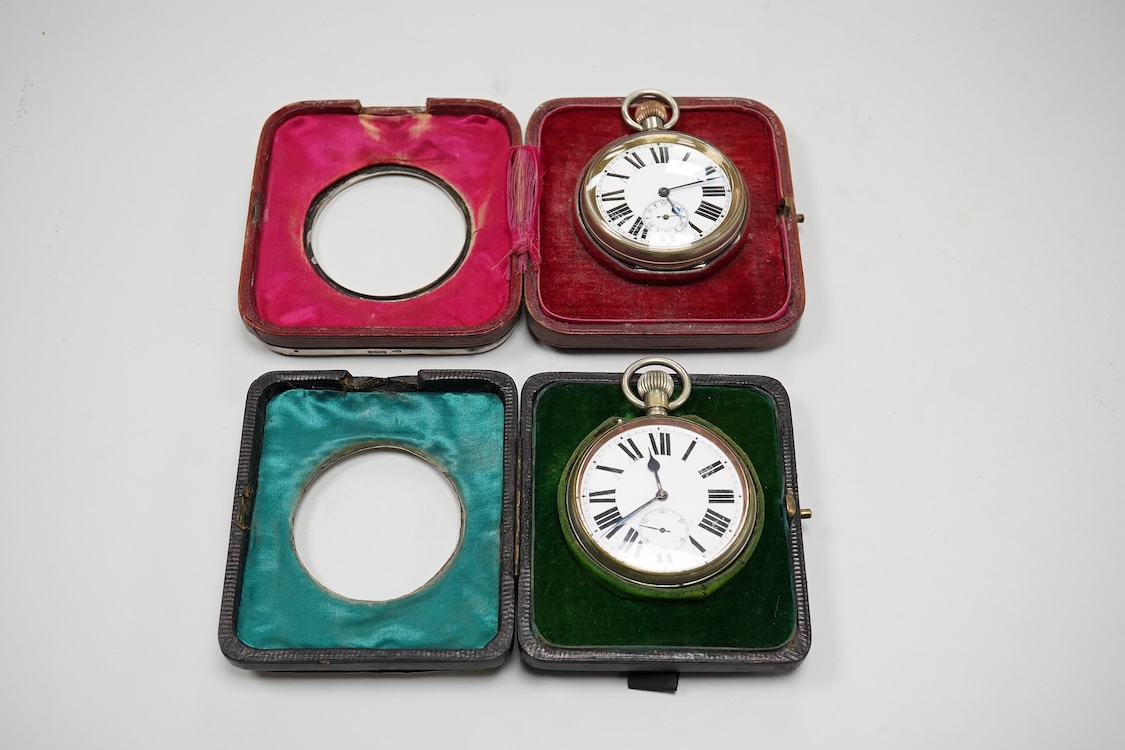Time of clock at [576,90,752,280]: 5:11
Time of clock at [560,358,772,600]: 11:38
